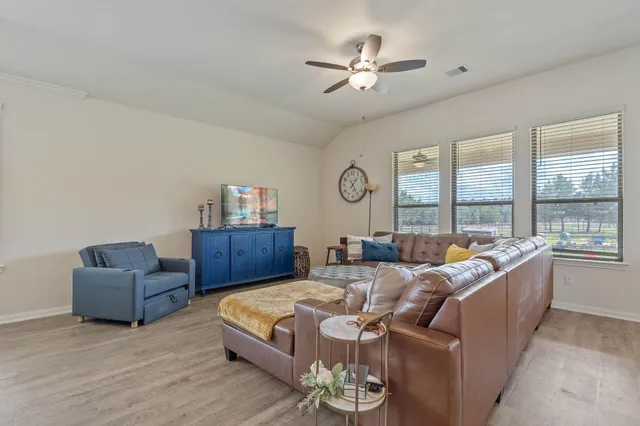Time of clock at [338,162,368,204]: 1:24
